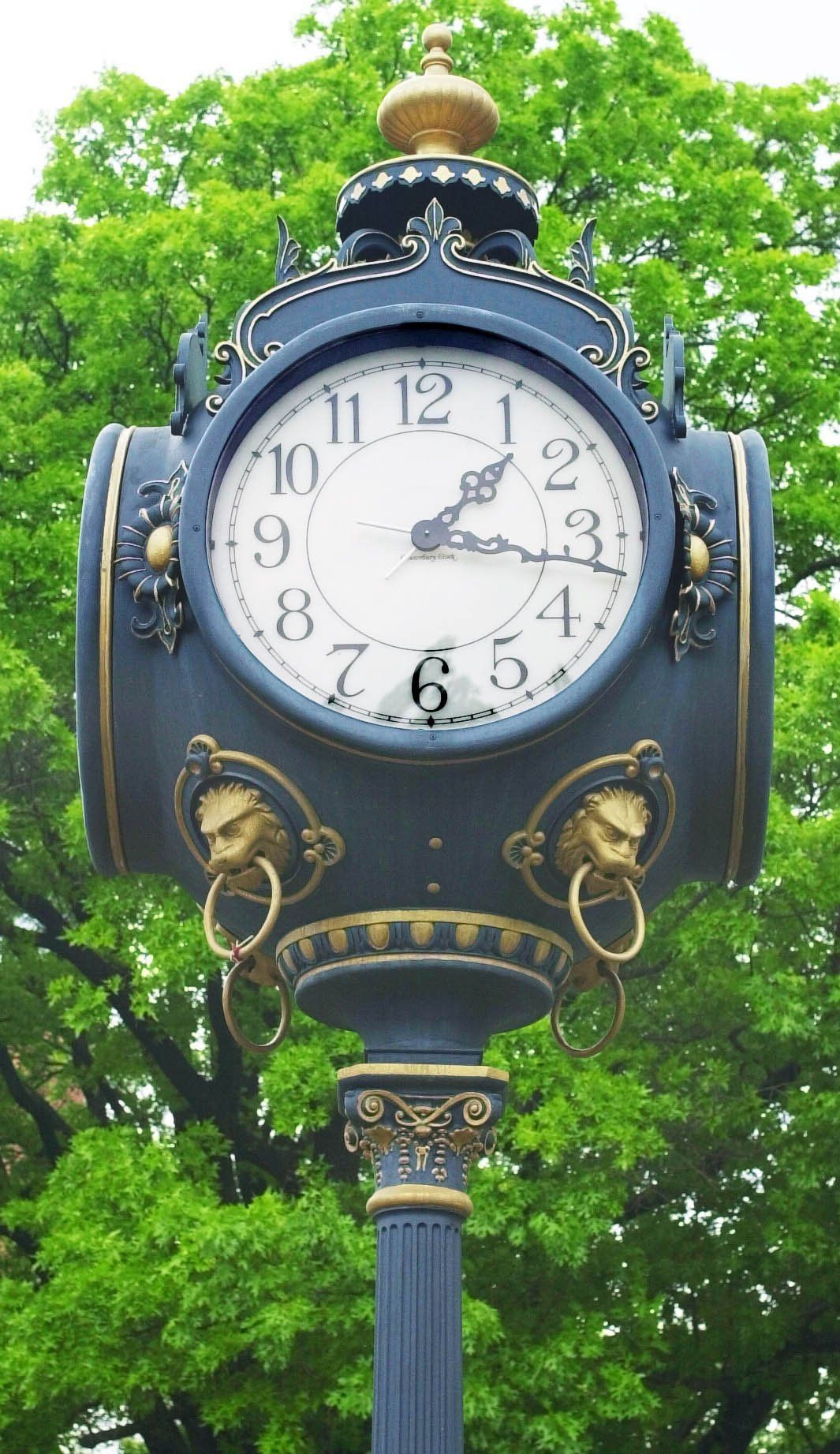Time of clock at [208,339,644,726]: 1:17
